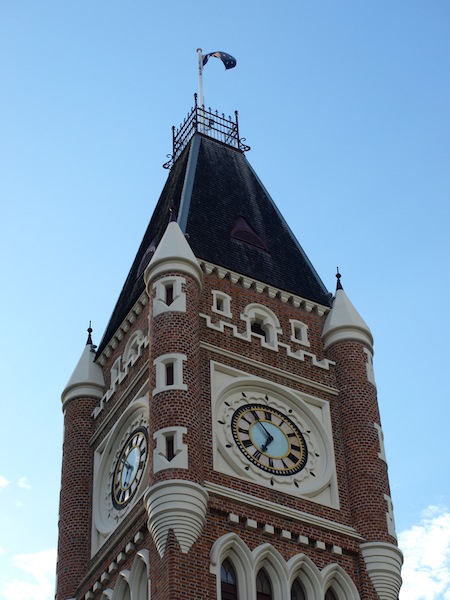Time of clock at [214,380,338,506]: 6:54
